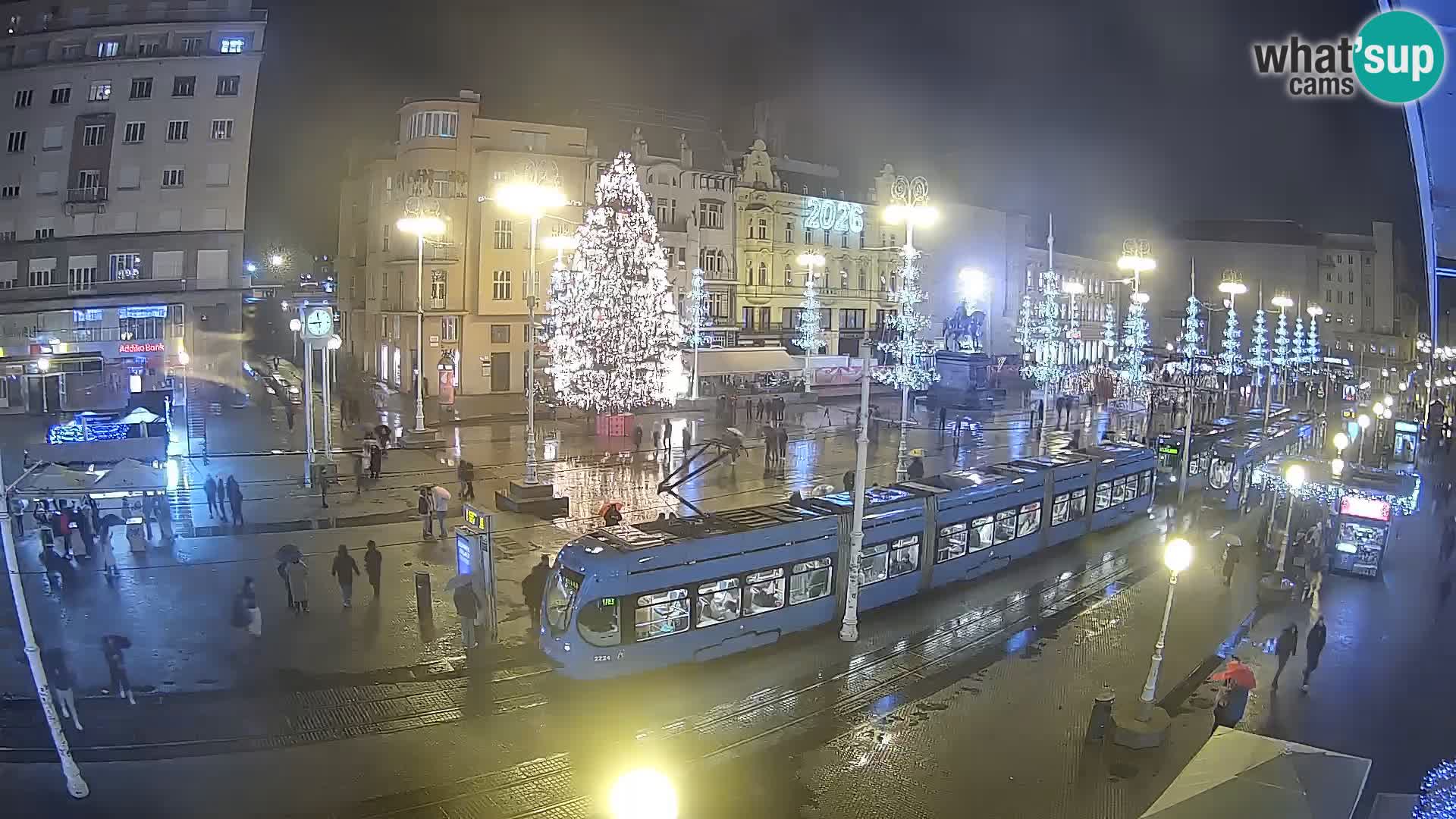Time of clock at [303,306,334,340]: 11:45
